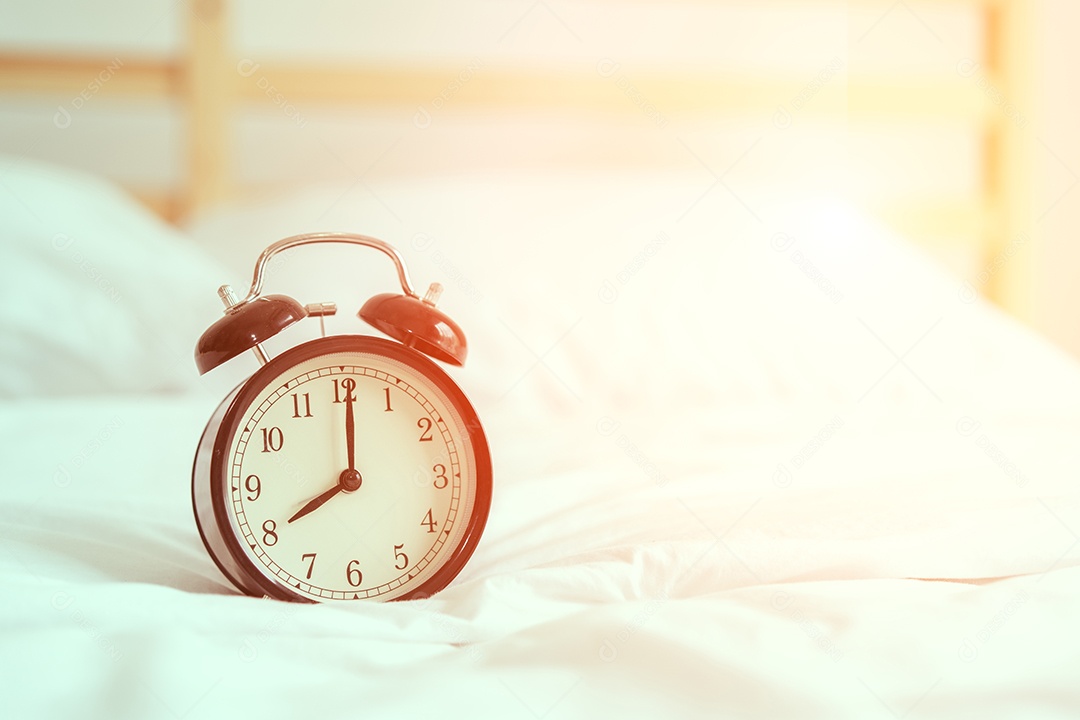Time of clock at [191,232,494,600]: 8:00
